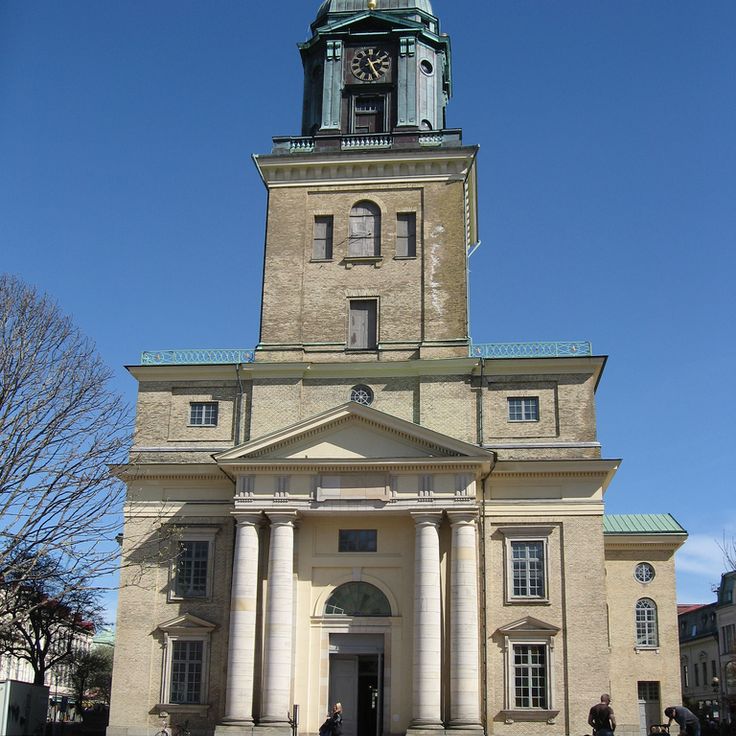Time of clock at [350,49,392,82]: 2:25
